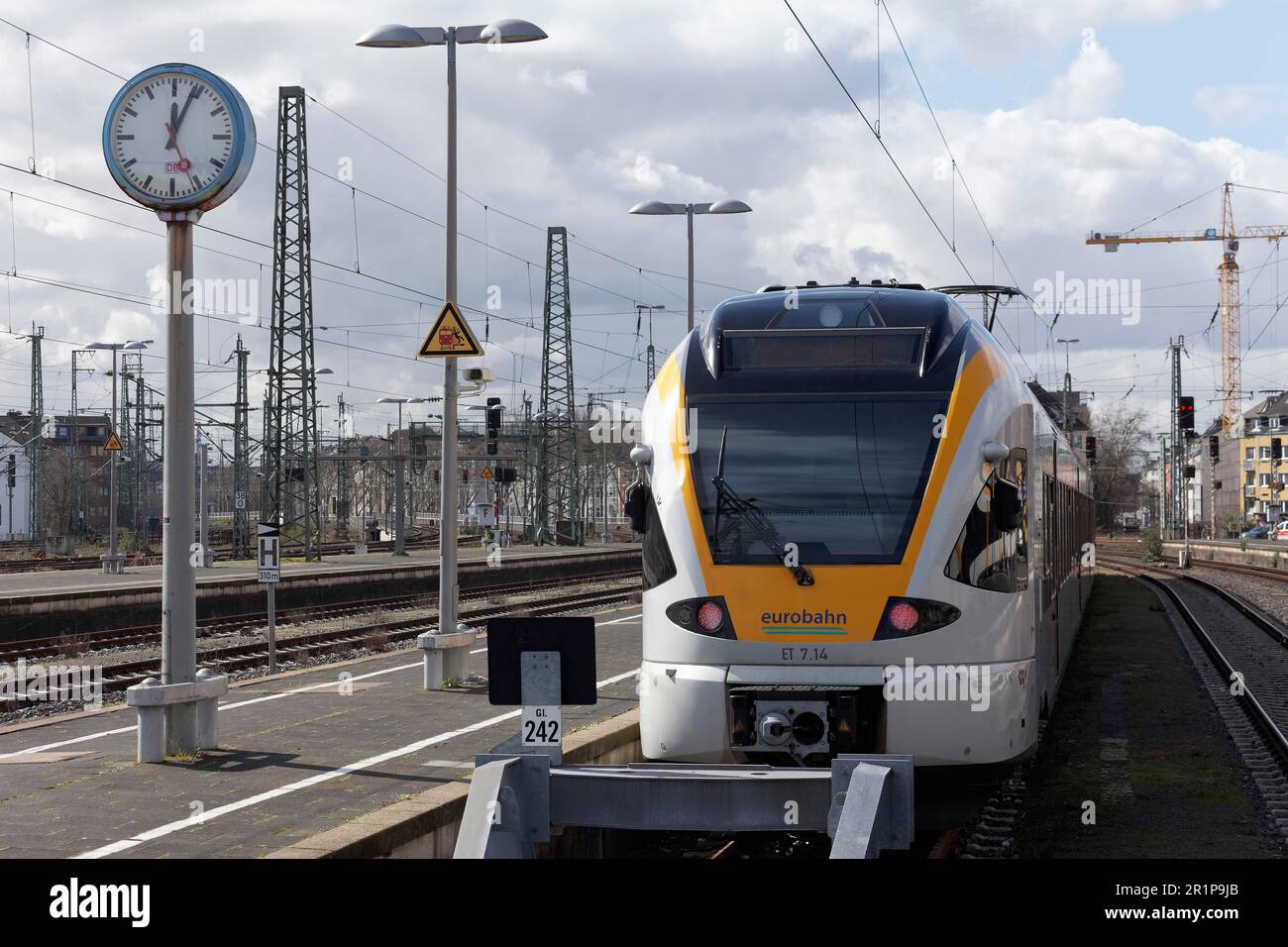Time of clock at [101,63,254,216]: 12:03
